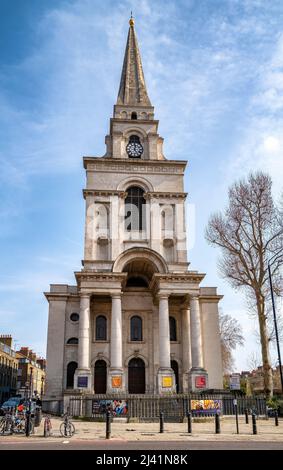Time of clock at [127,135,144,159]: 12:24
